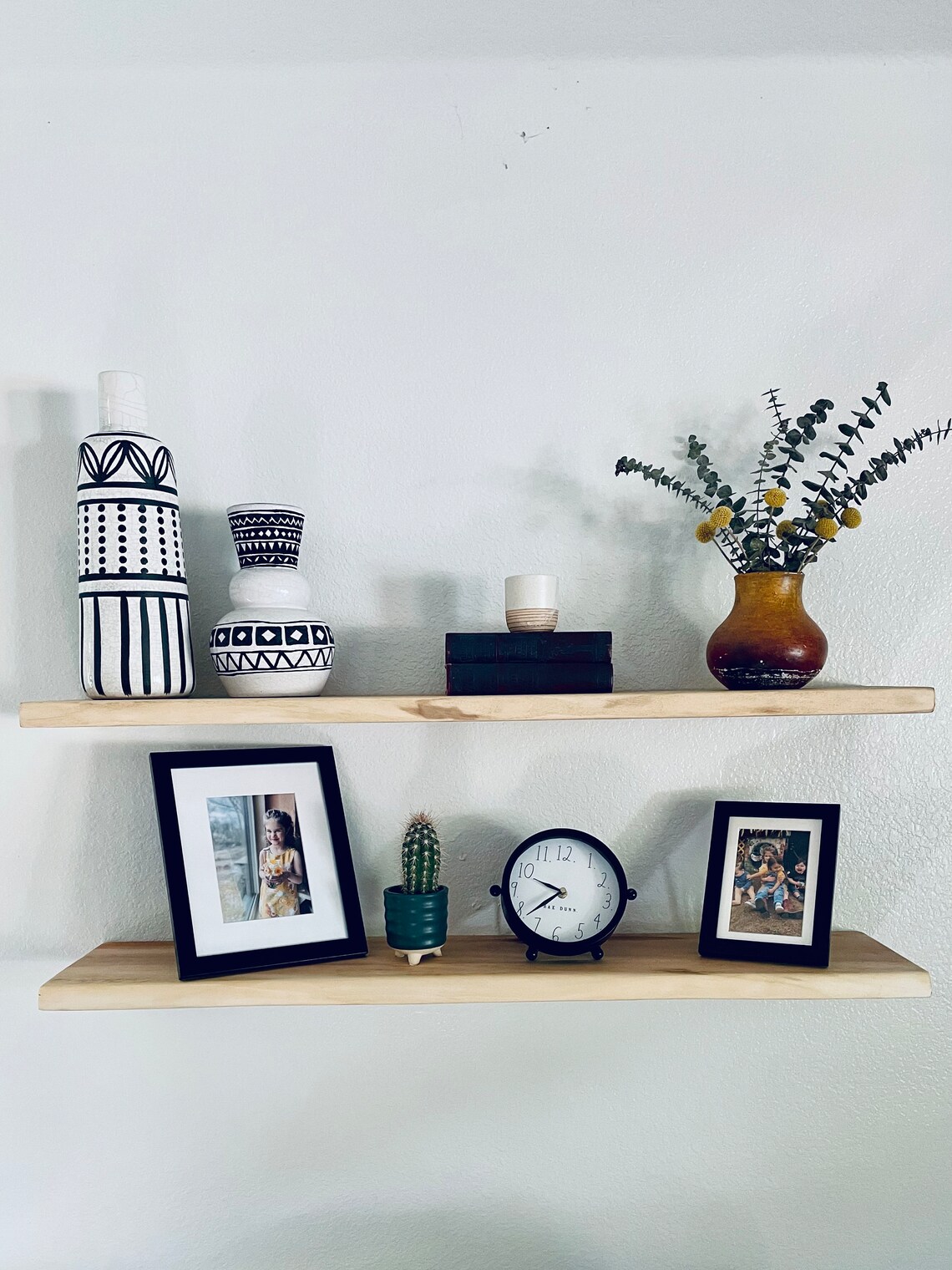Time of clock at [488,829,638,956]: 9:38
